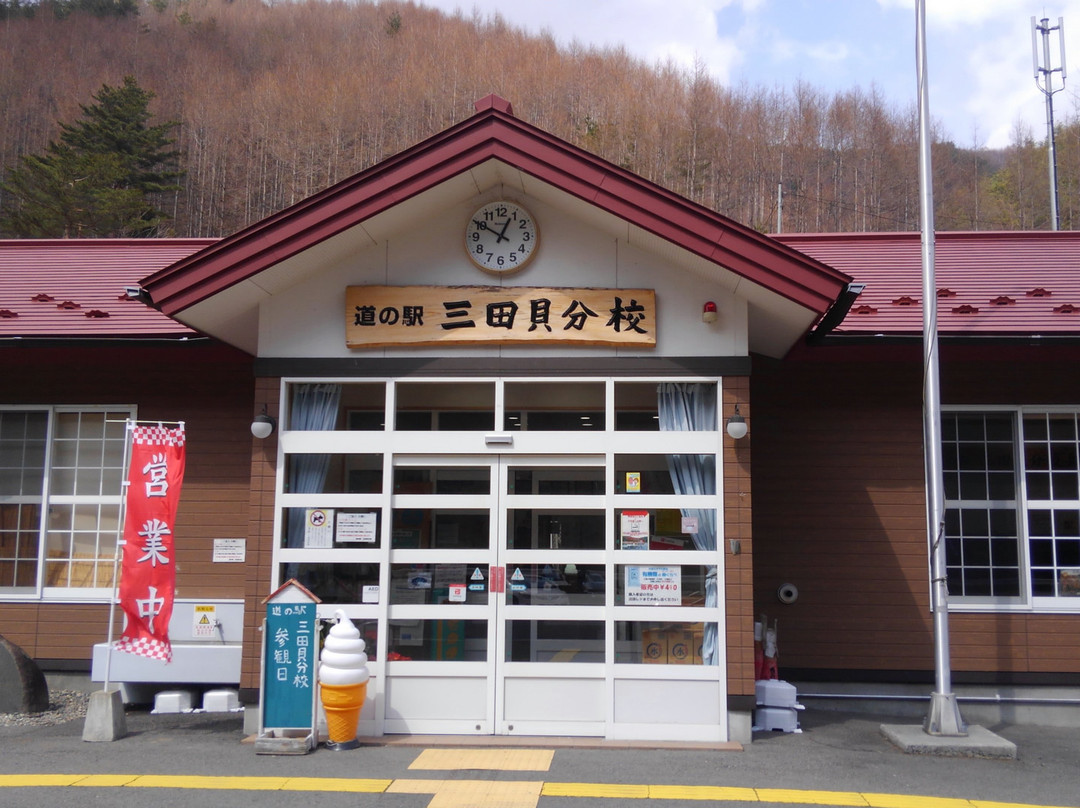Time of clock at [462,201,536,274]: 12:50
